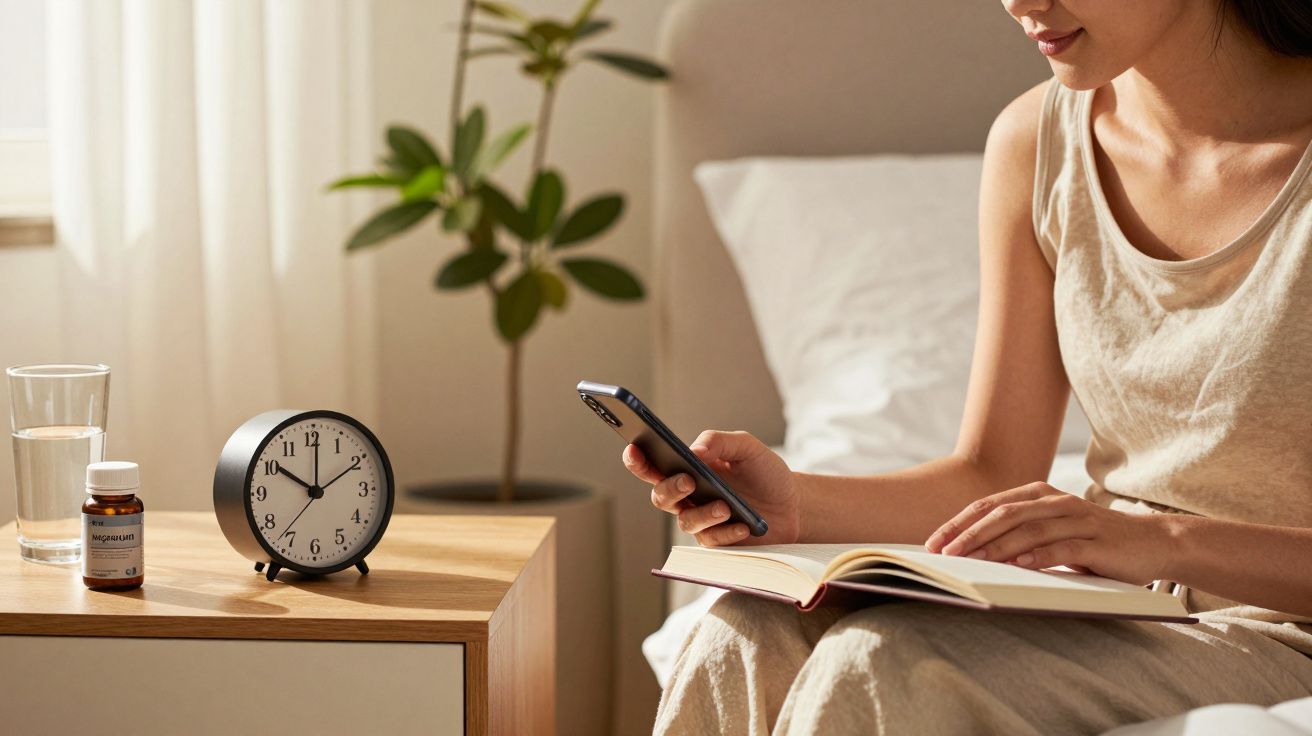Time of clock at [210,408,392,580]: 10:00
